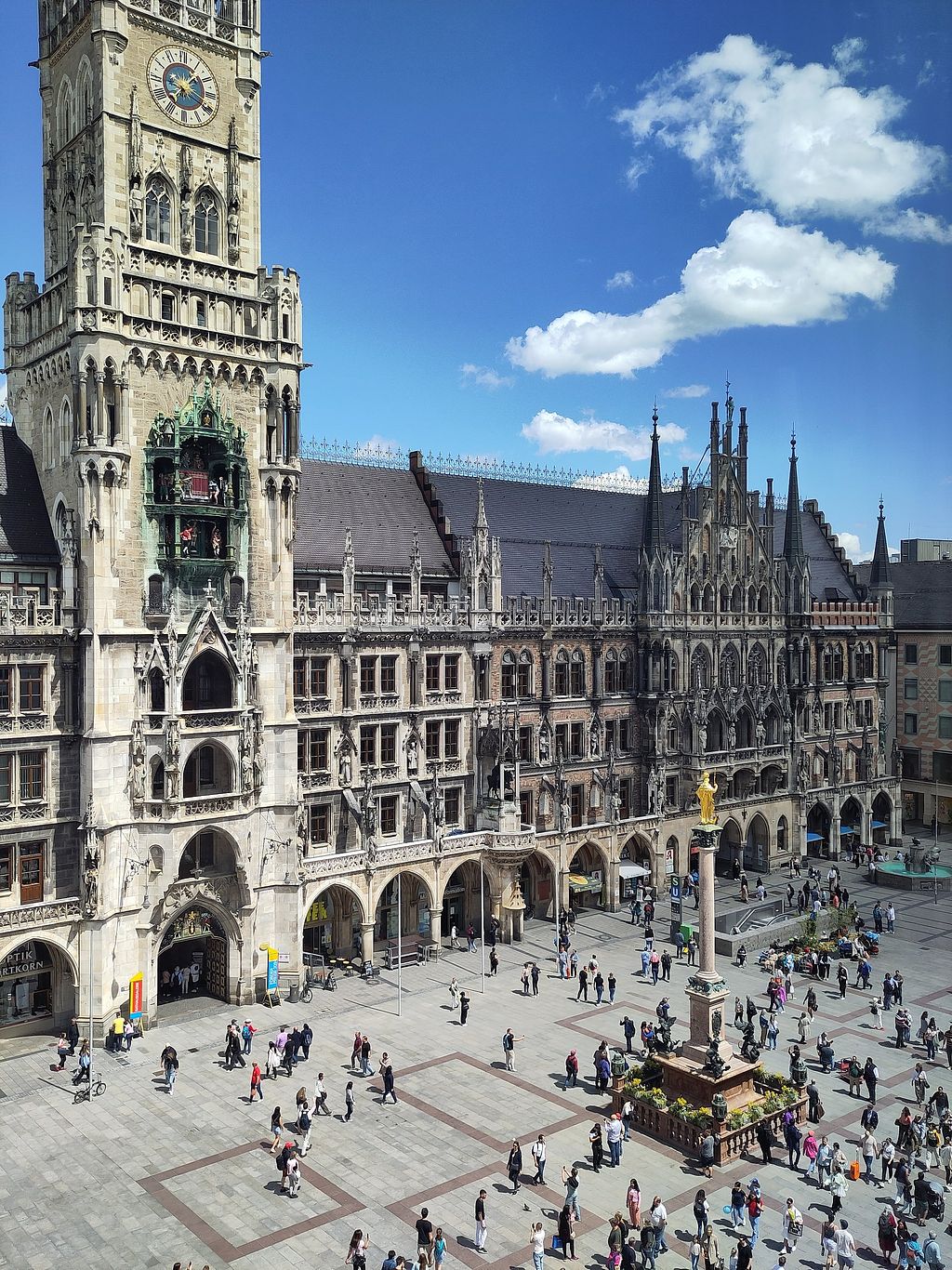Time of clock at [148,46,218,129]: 1:36
